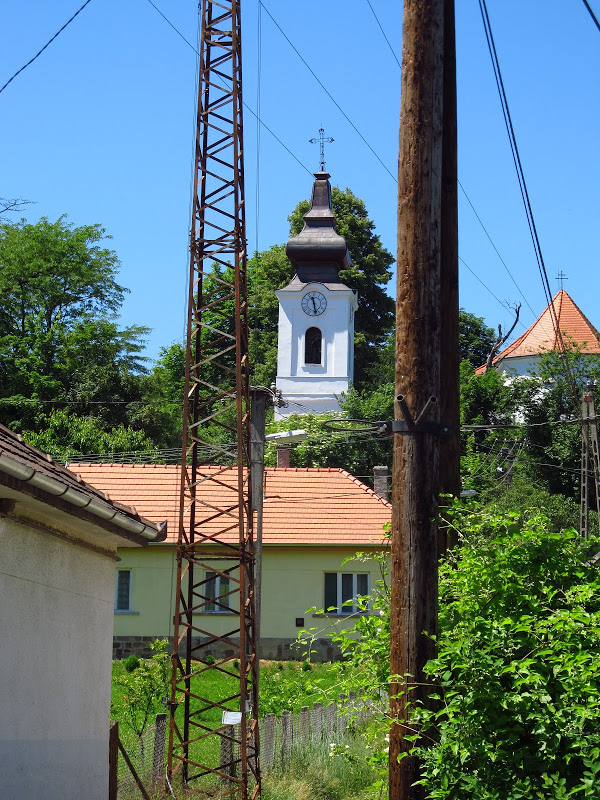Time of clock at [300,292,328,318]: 11:28
